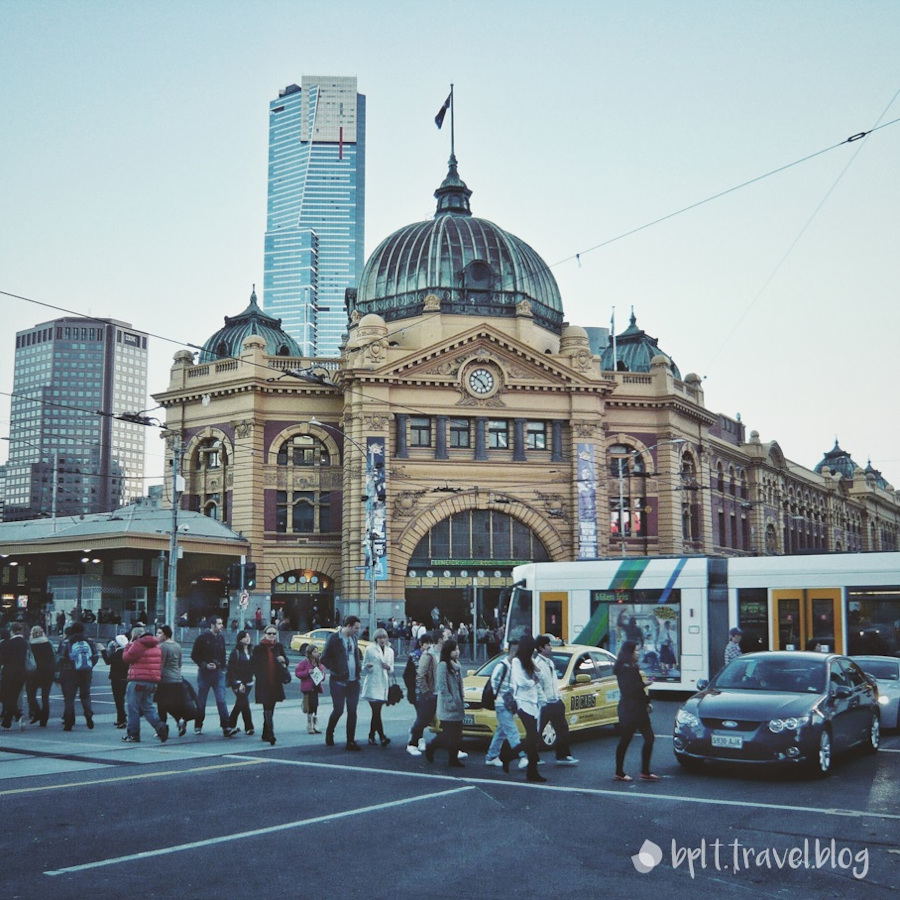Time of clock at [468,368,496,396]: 4:50
